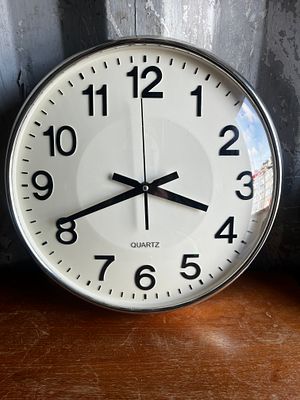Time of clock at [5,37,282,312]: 3:41
